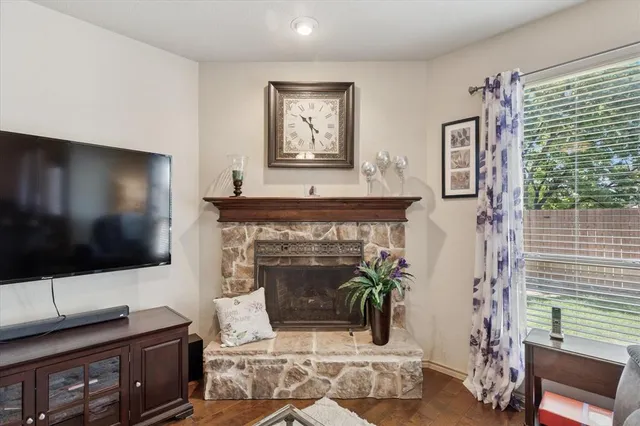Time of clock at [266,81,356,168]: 10:28
